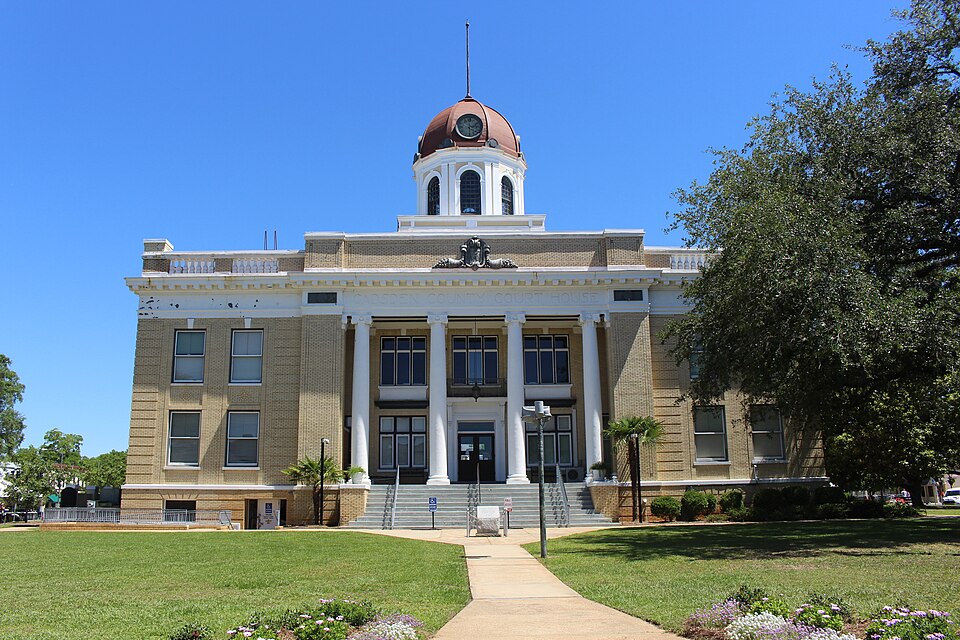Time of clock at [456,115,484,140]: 2:29
